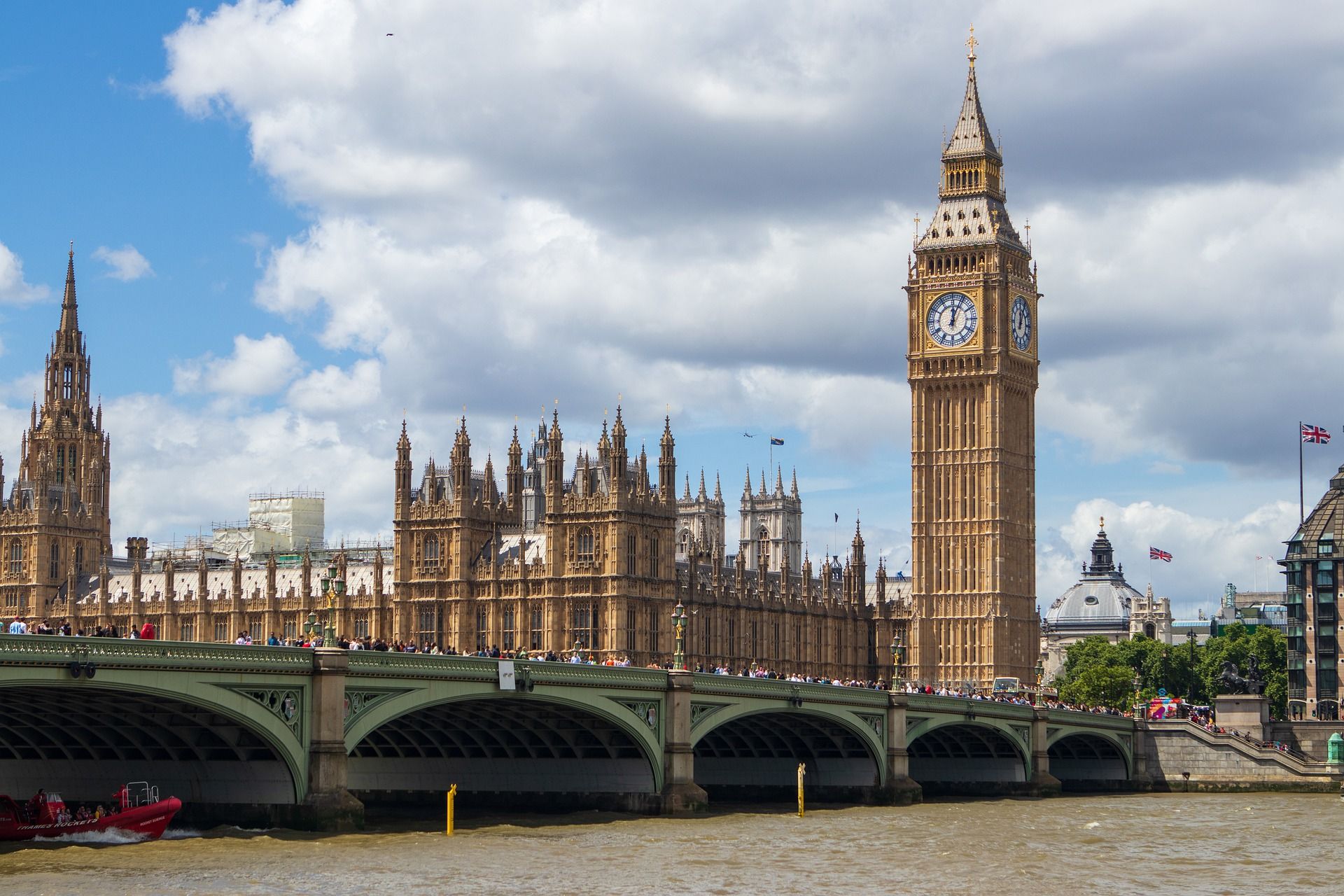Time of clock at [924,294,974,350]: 12:04
